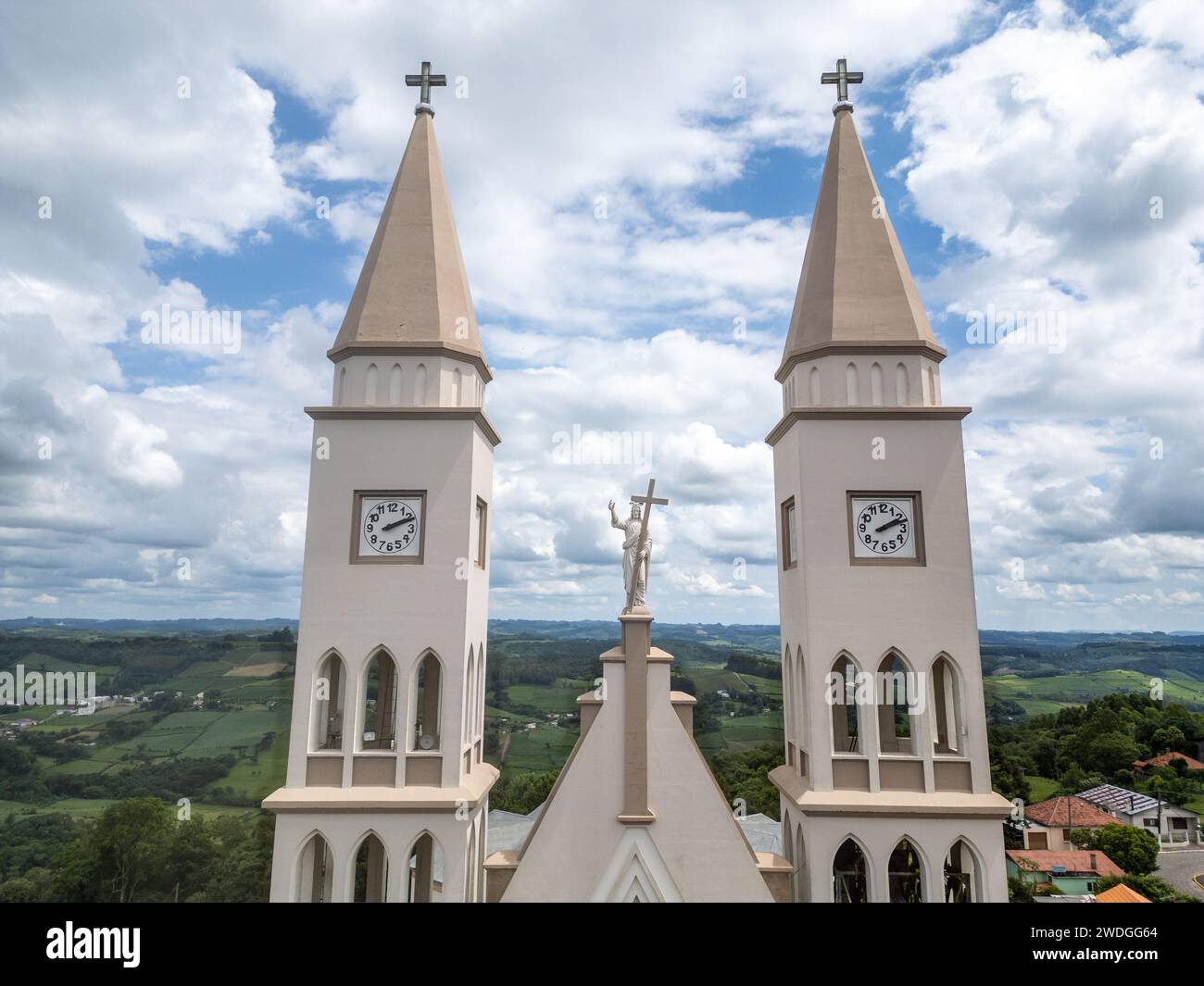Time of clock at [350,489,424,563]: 2:11
